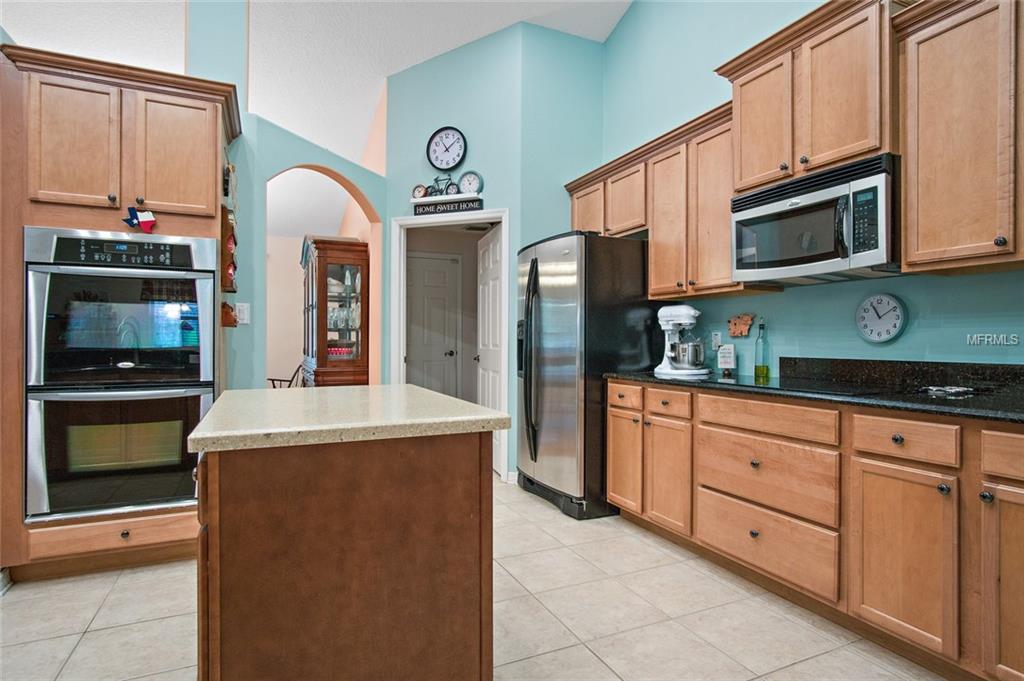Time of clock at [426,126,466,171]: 11:08
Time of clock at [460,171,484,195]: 11:07
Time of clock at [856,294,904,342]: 11:09
